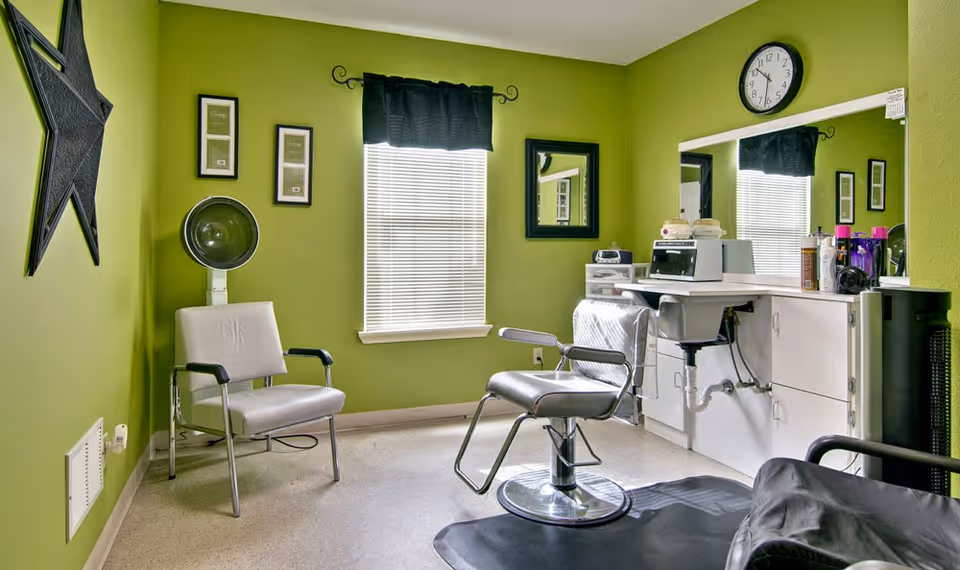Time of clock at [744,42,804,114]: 10:31
